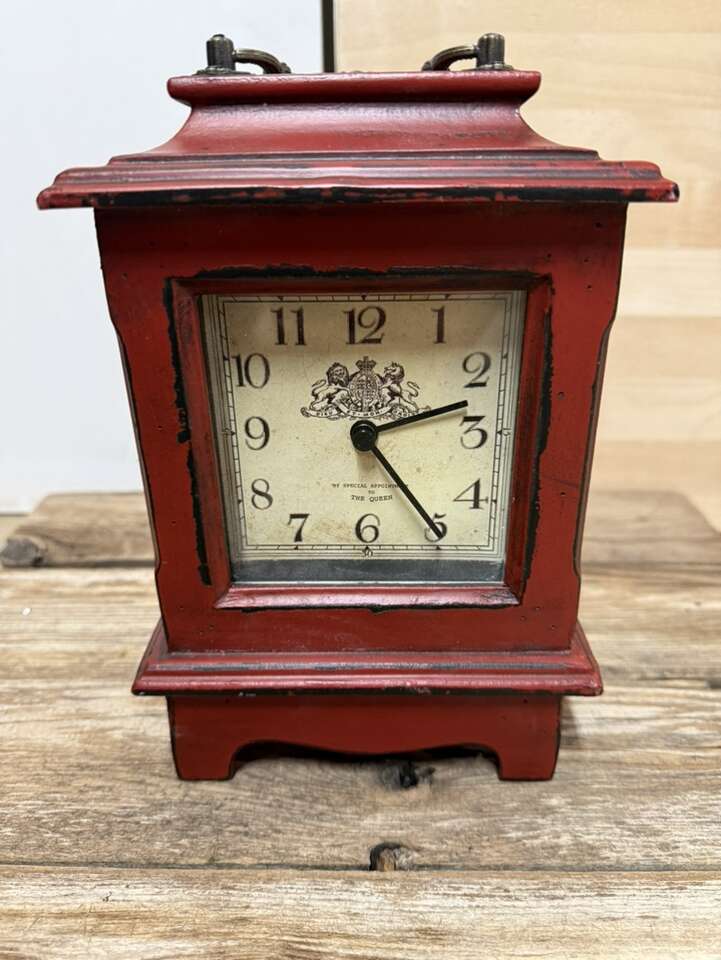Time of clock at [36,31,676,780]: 2:23
